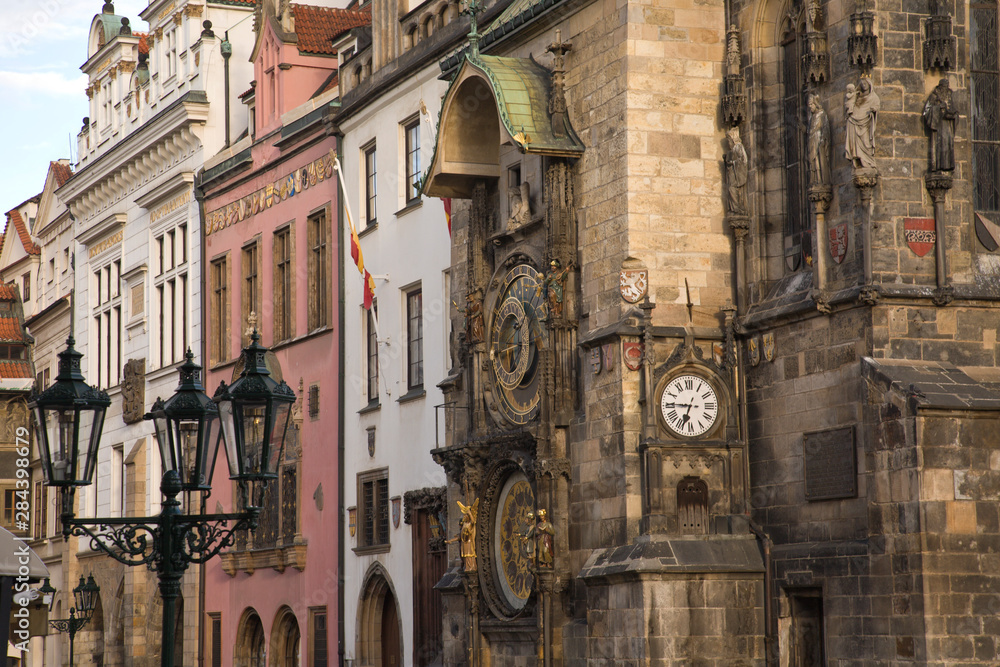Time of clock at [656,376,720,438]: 6:45
